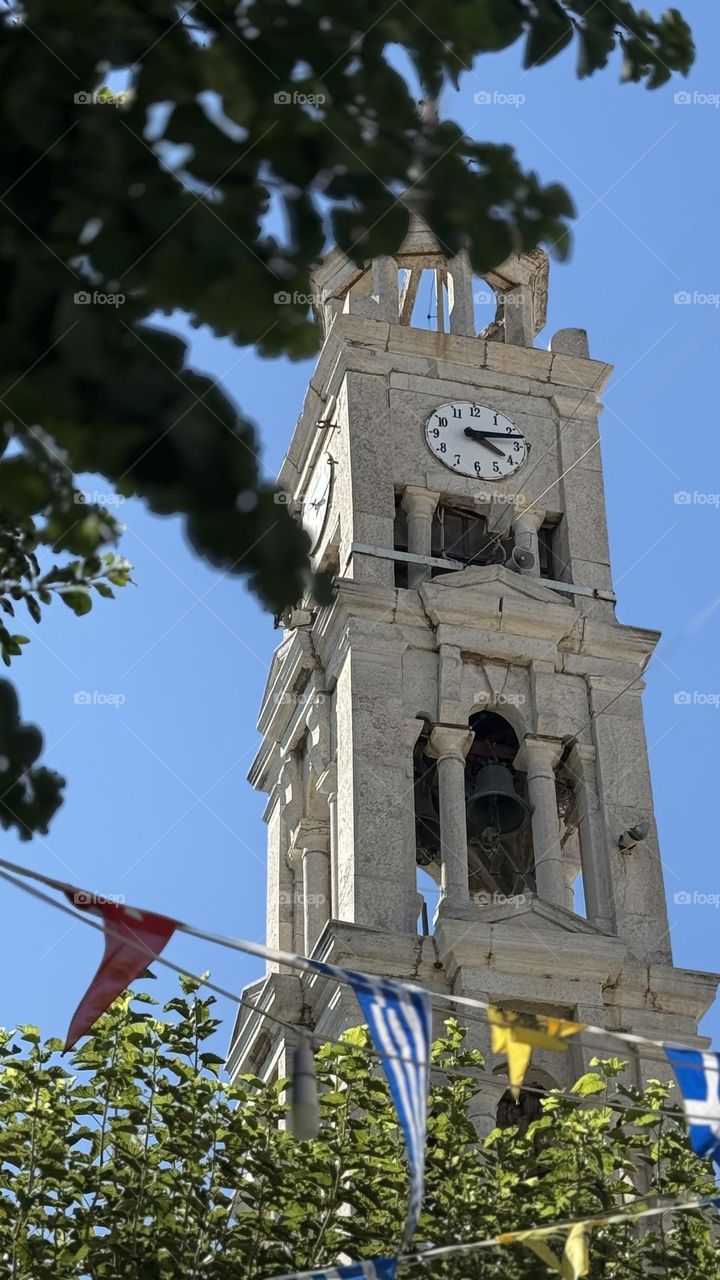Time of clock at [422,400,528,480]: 4:12
